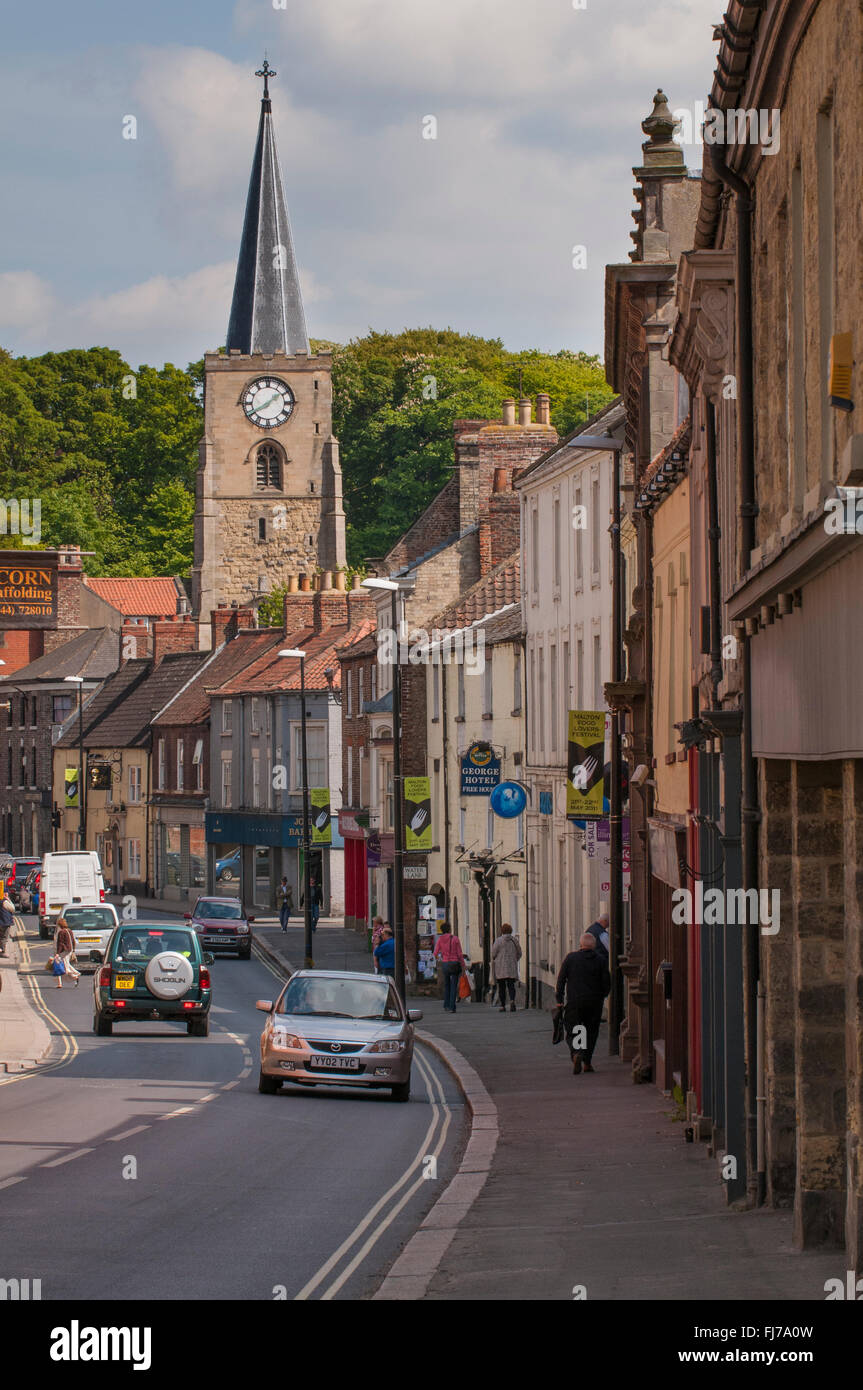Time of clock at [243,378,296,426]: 1:39
